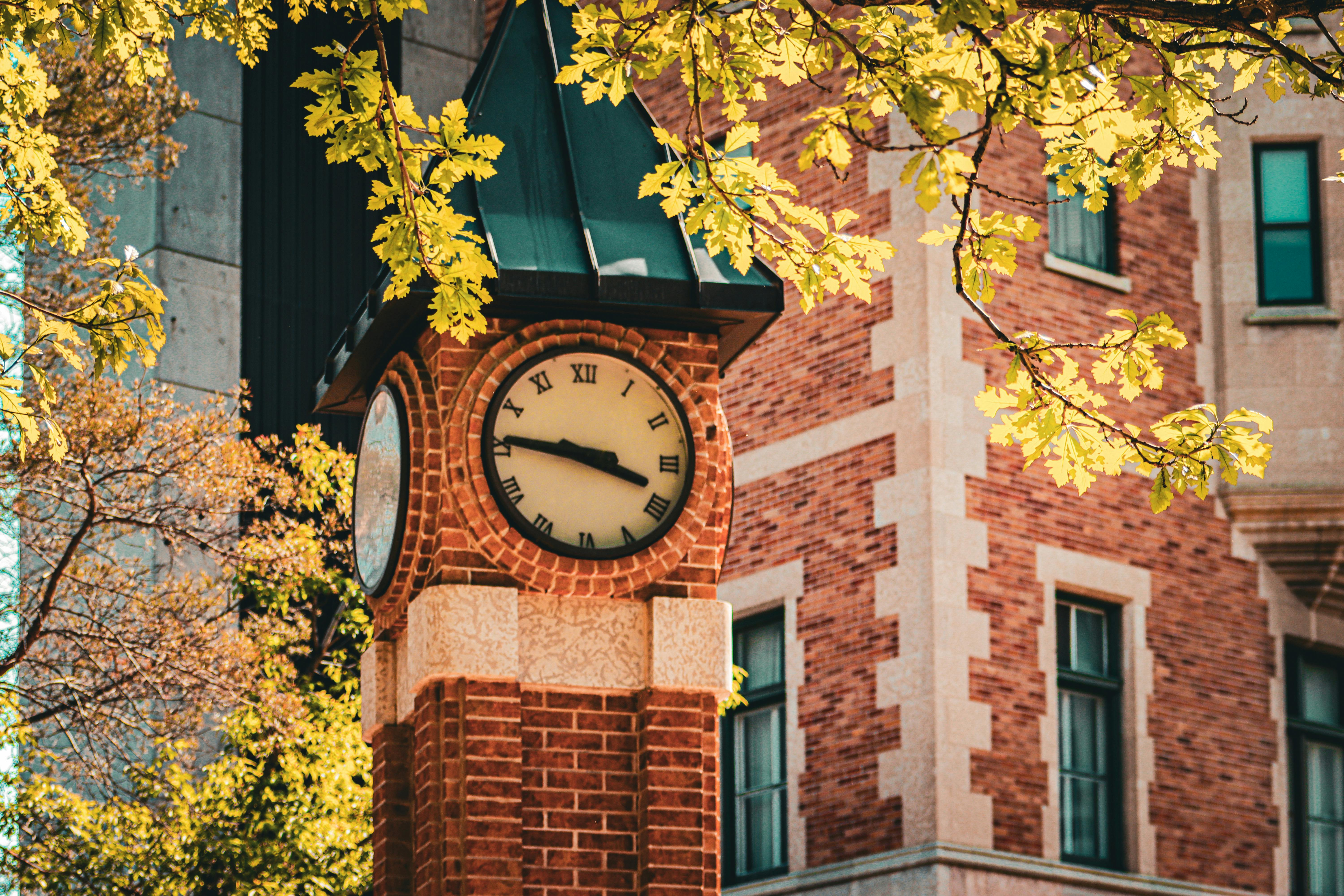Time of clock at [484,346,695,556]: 3:46
